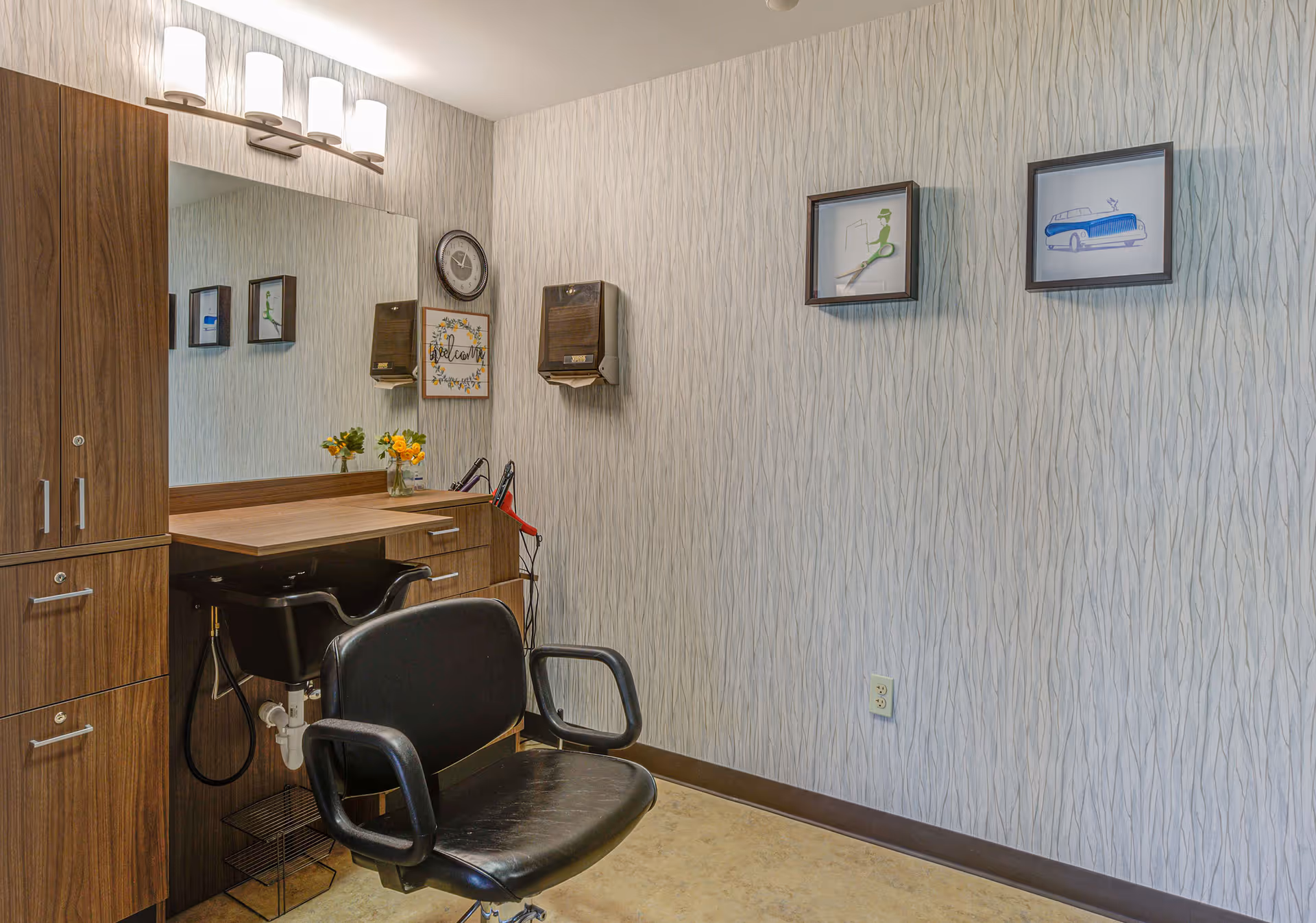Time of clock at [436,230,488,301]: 10:04
